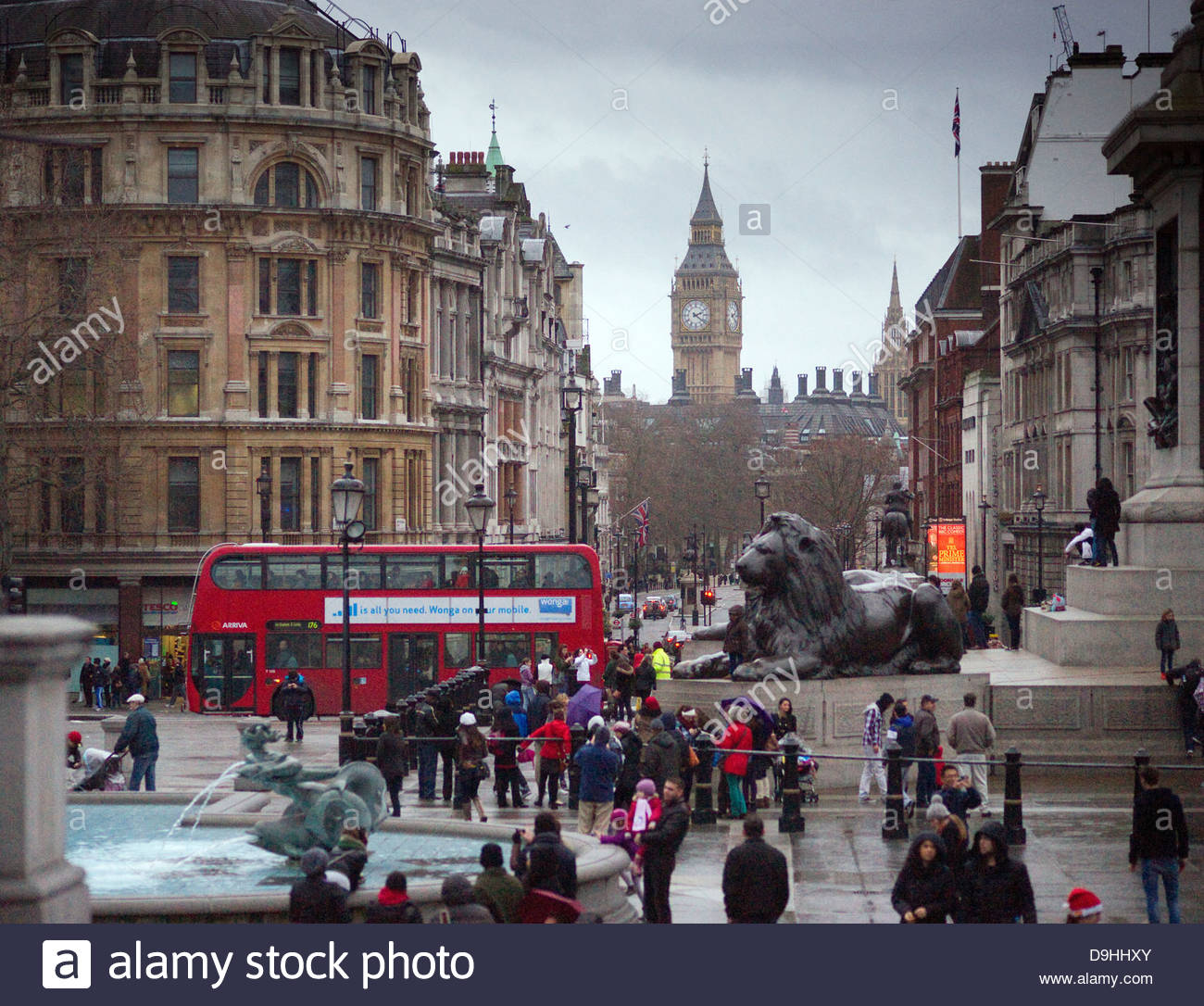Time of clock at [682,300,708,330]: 2:21
